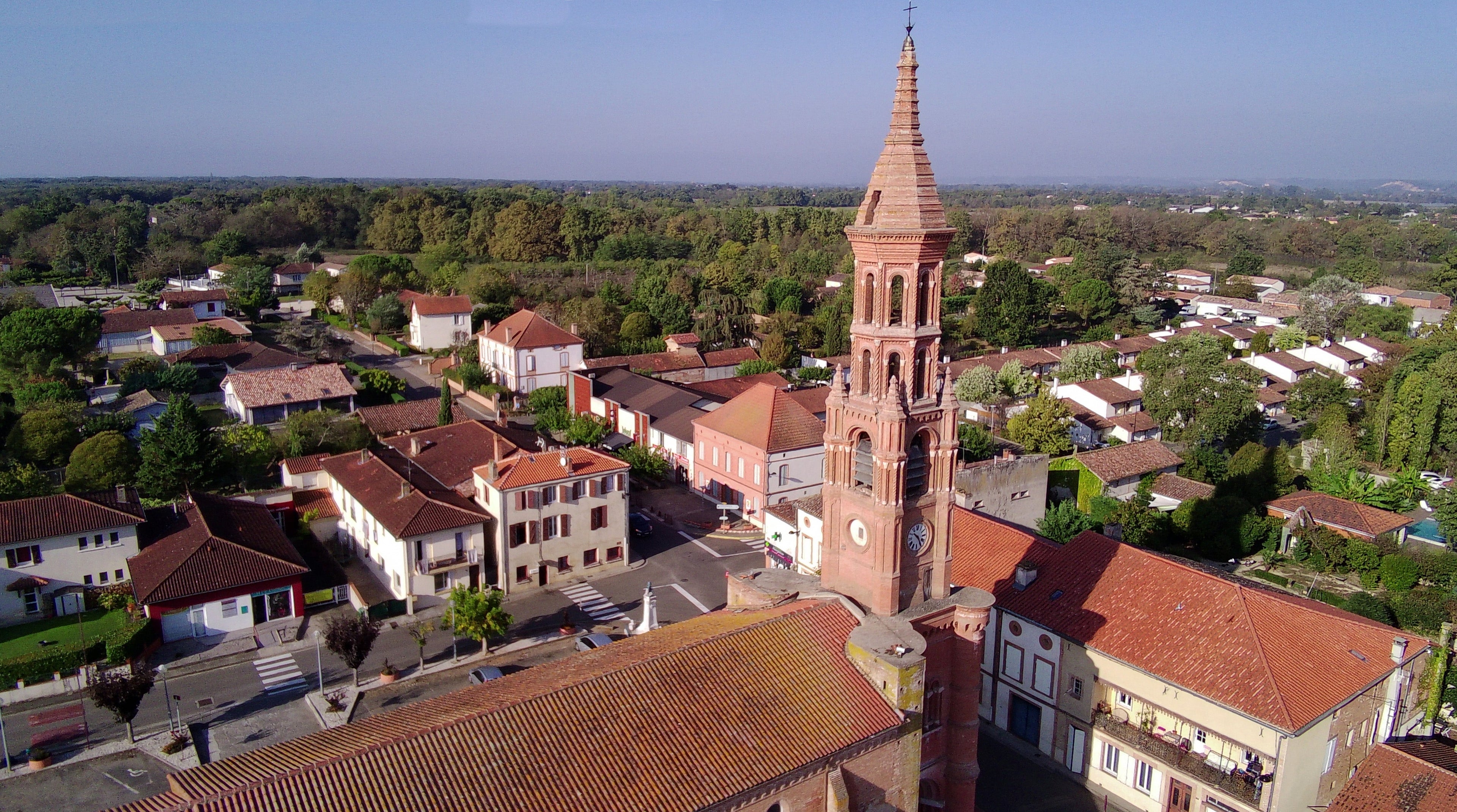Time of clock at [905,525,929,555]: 10:24
